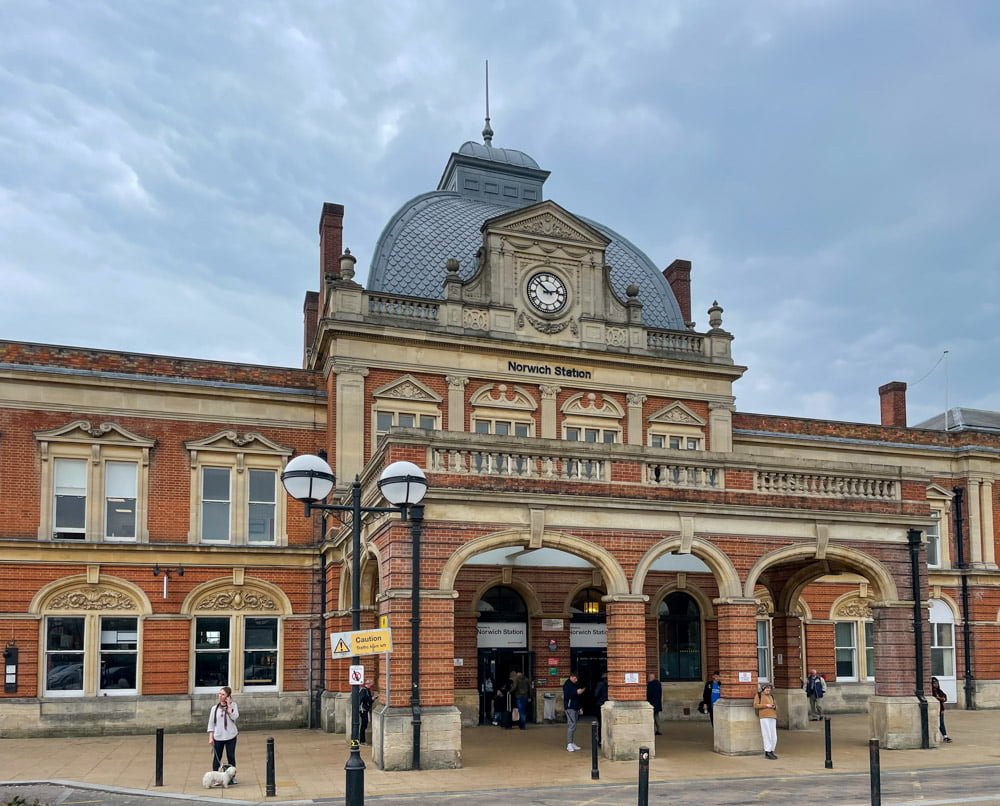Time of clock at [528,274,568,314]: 2:52
